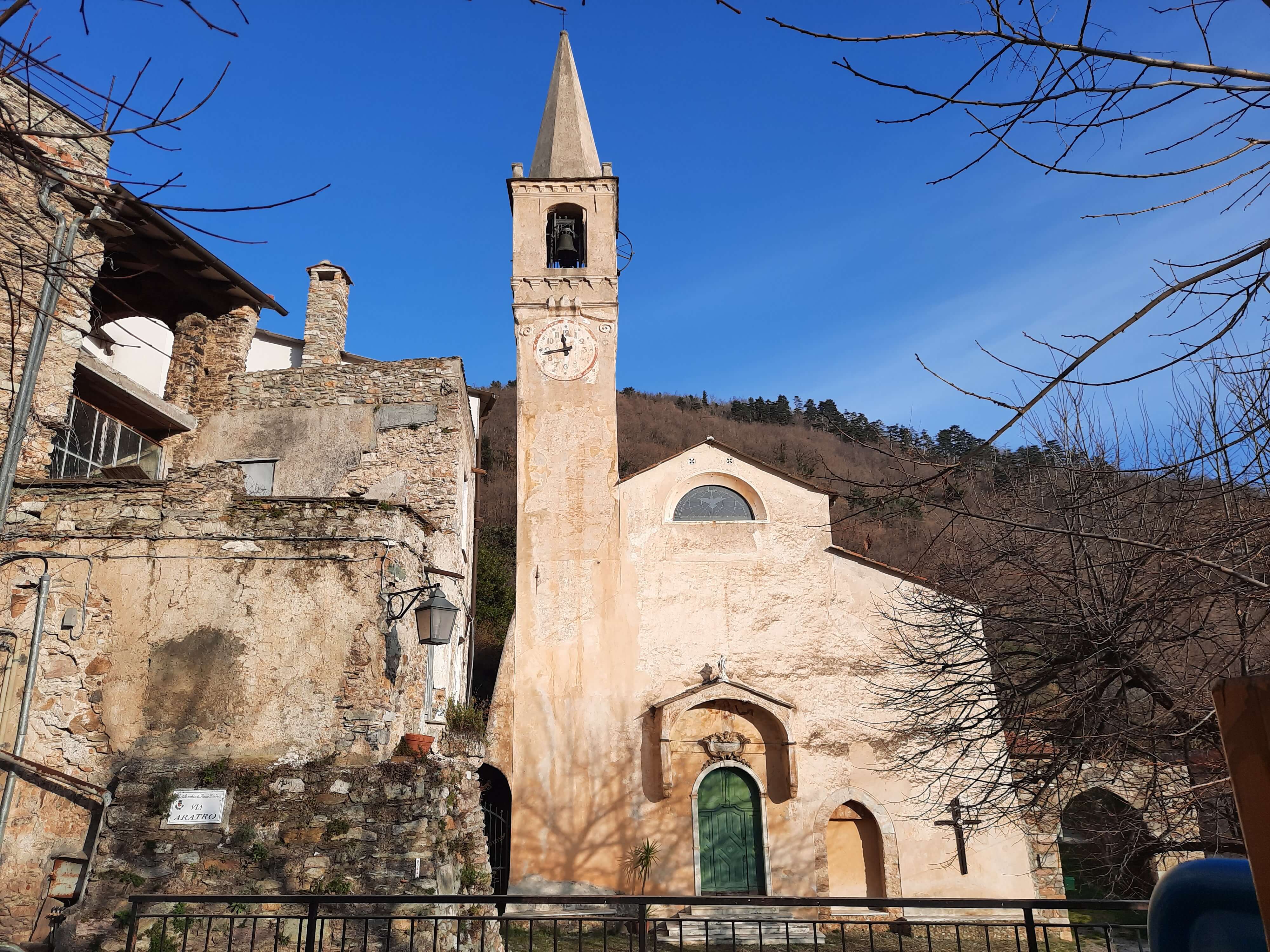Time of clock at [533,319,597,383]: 11:43
